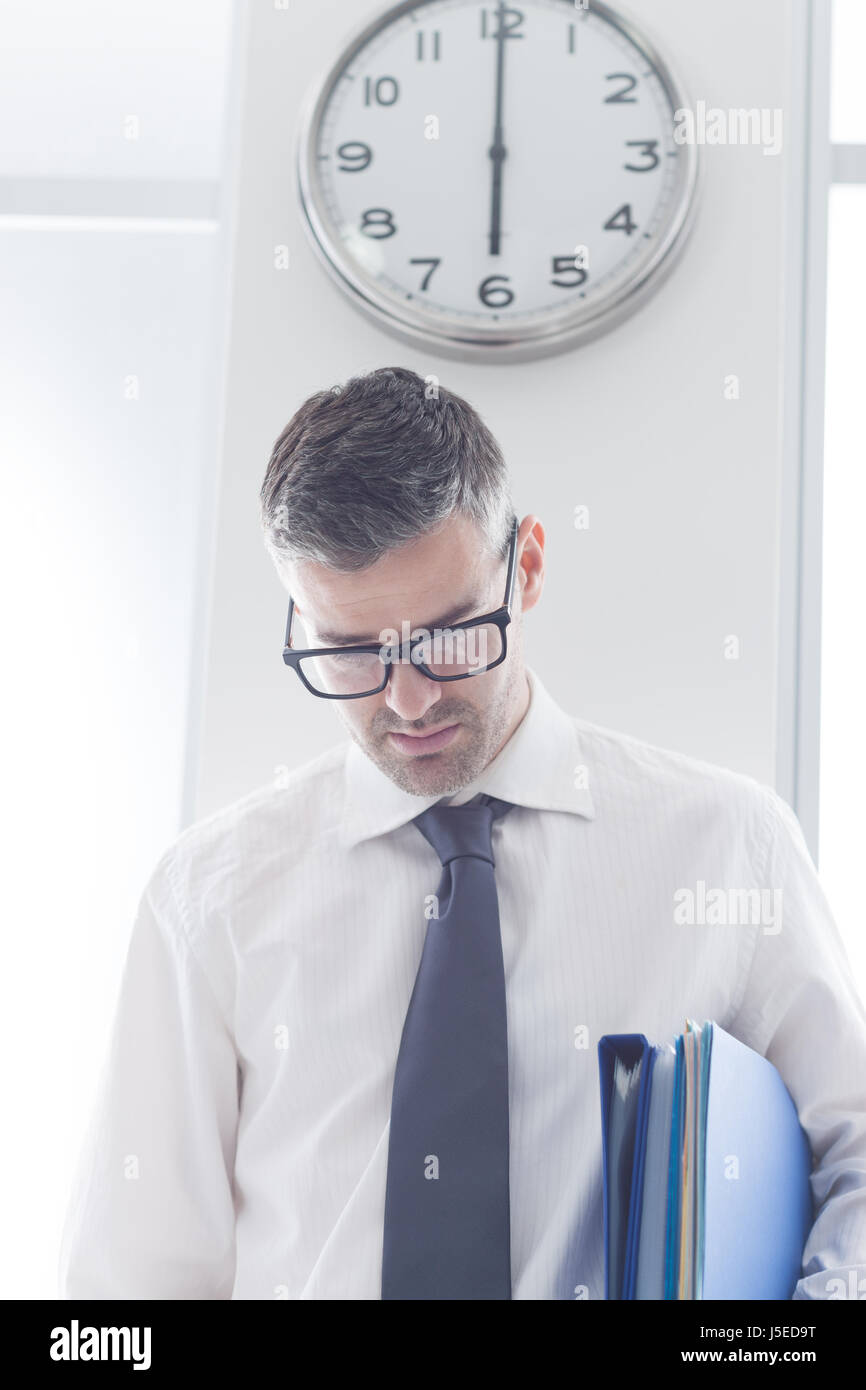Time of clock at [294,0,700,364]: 6:00
